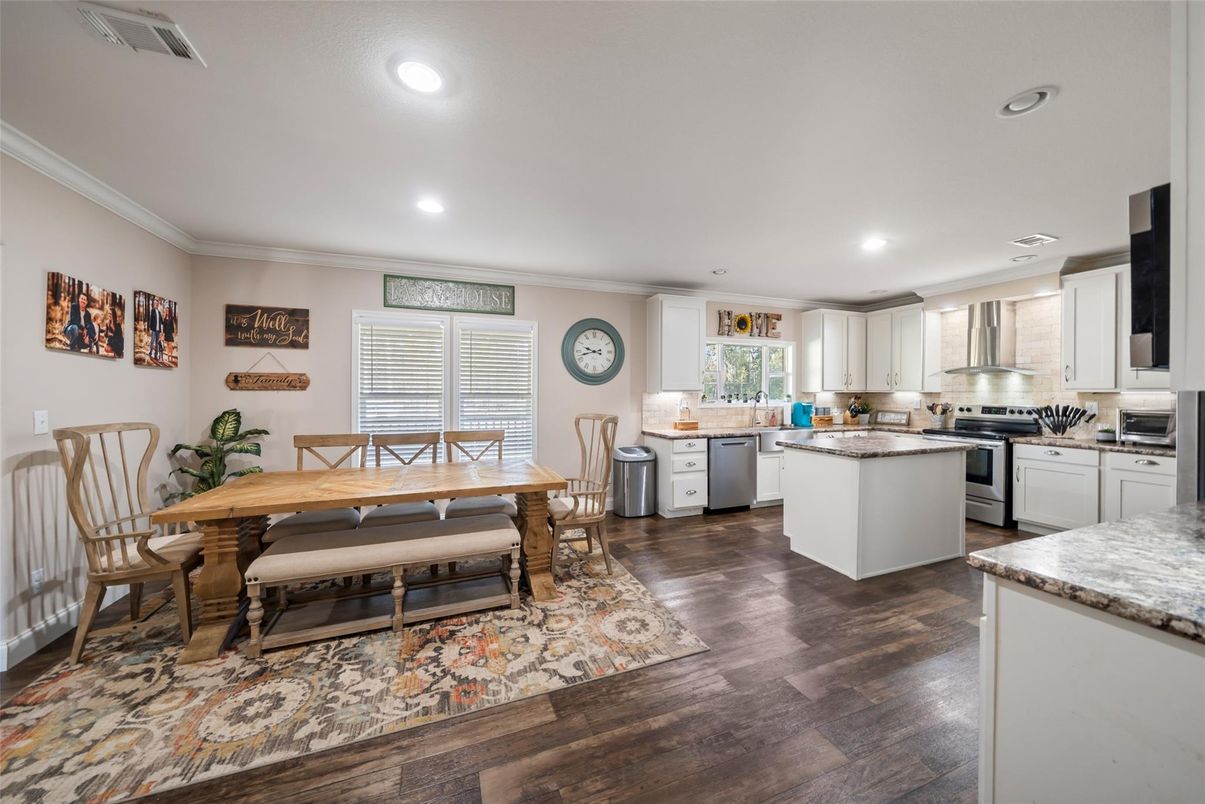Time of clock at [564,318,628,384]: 9:42
